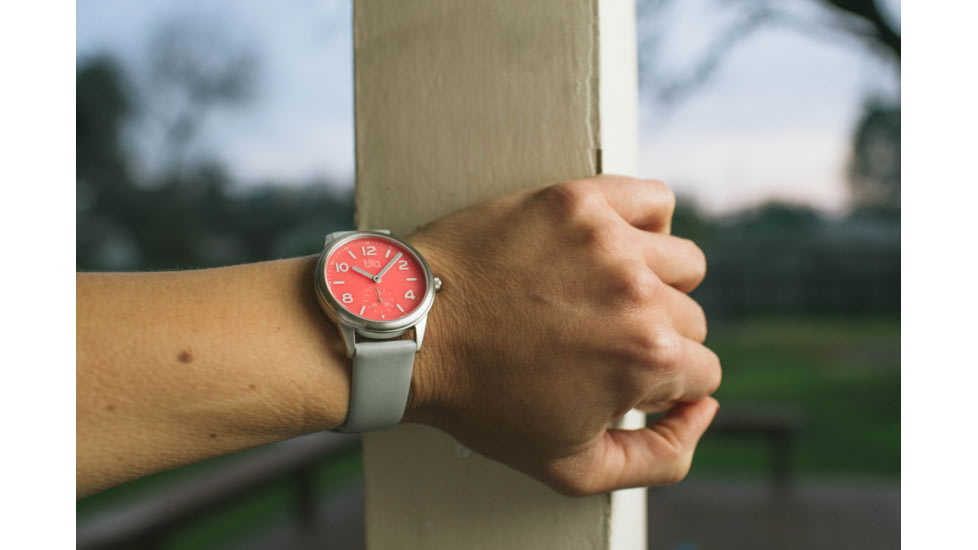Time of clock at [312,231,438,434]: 10:07
